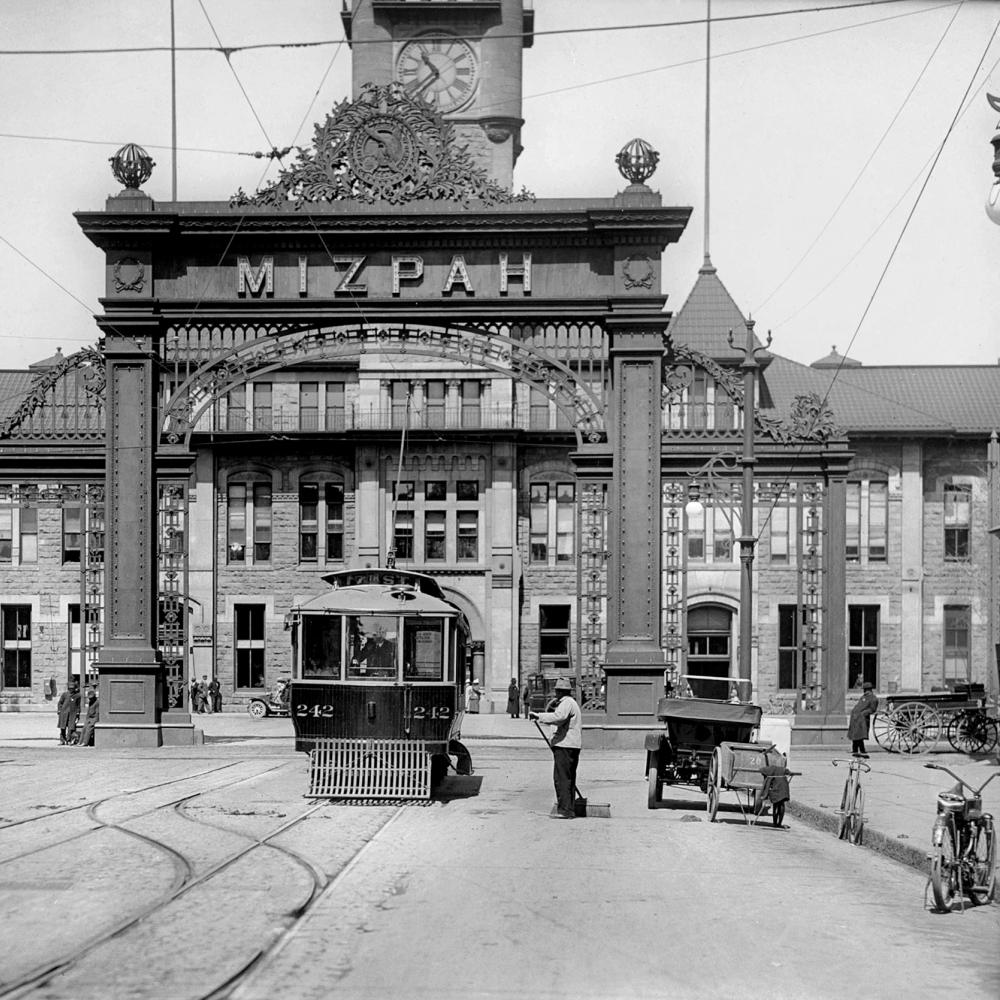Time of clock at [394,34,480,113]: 10:38
